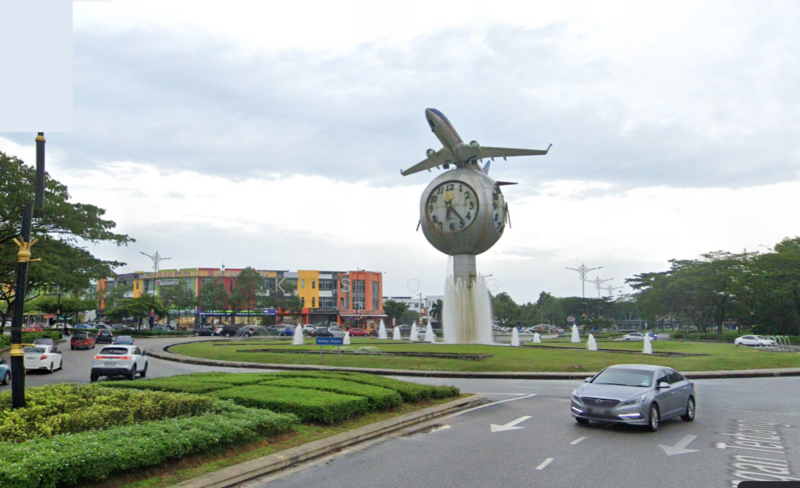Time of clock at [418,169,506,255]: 6:23
